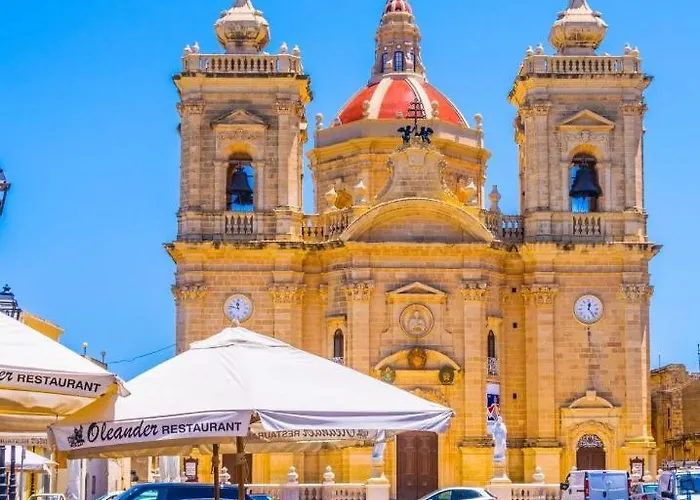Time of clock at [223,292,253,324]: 11:46
